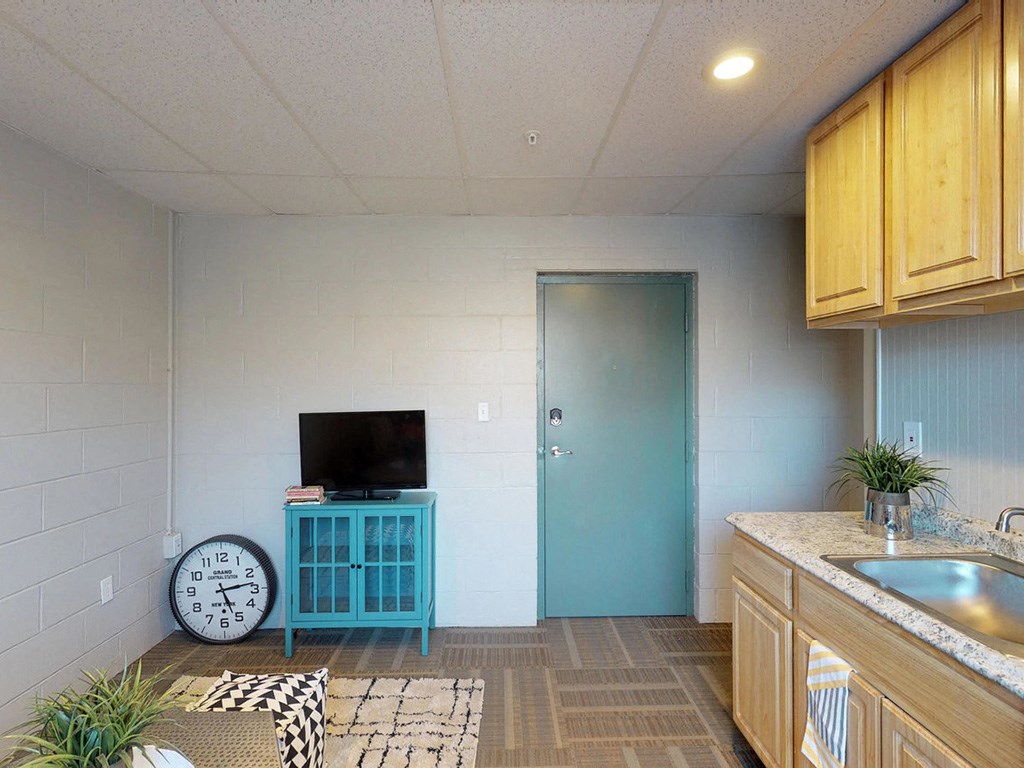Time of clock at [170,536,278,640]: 5:13
